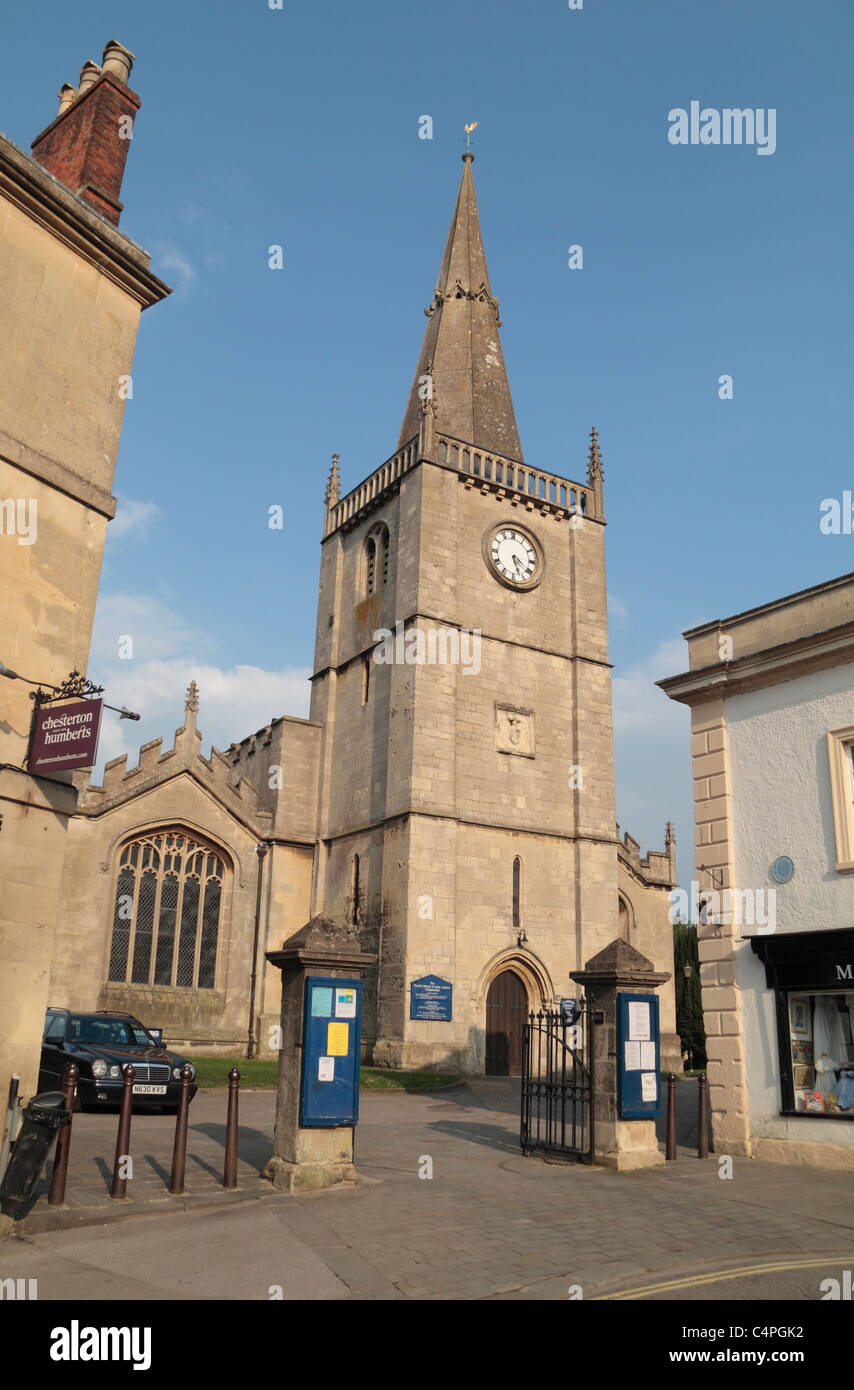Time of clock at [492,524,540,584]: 5:20
